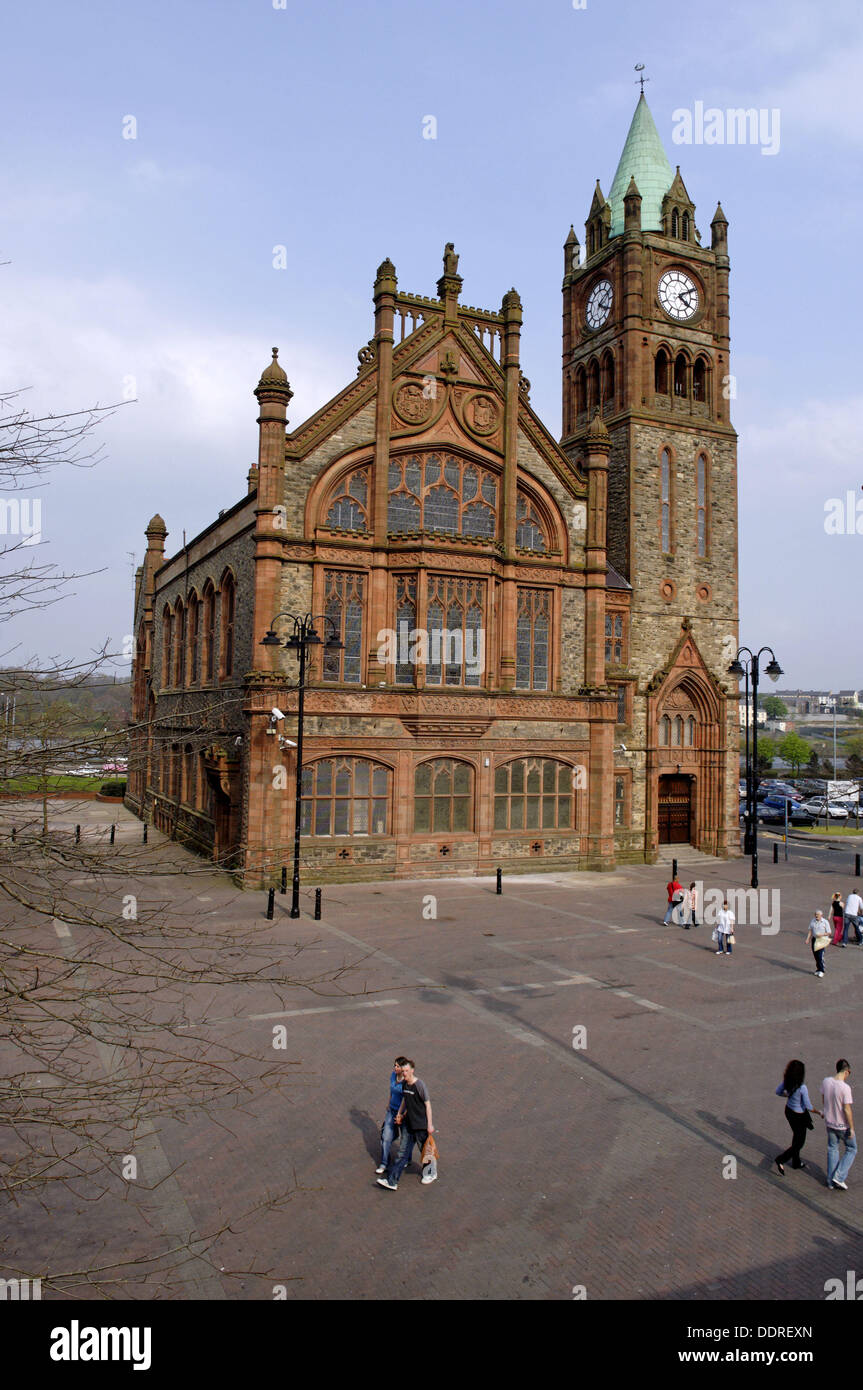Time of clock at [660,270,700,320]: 4:10
